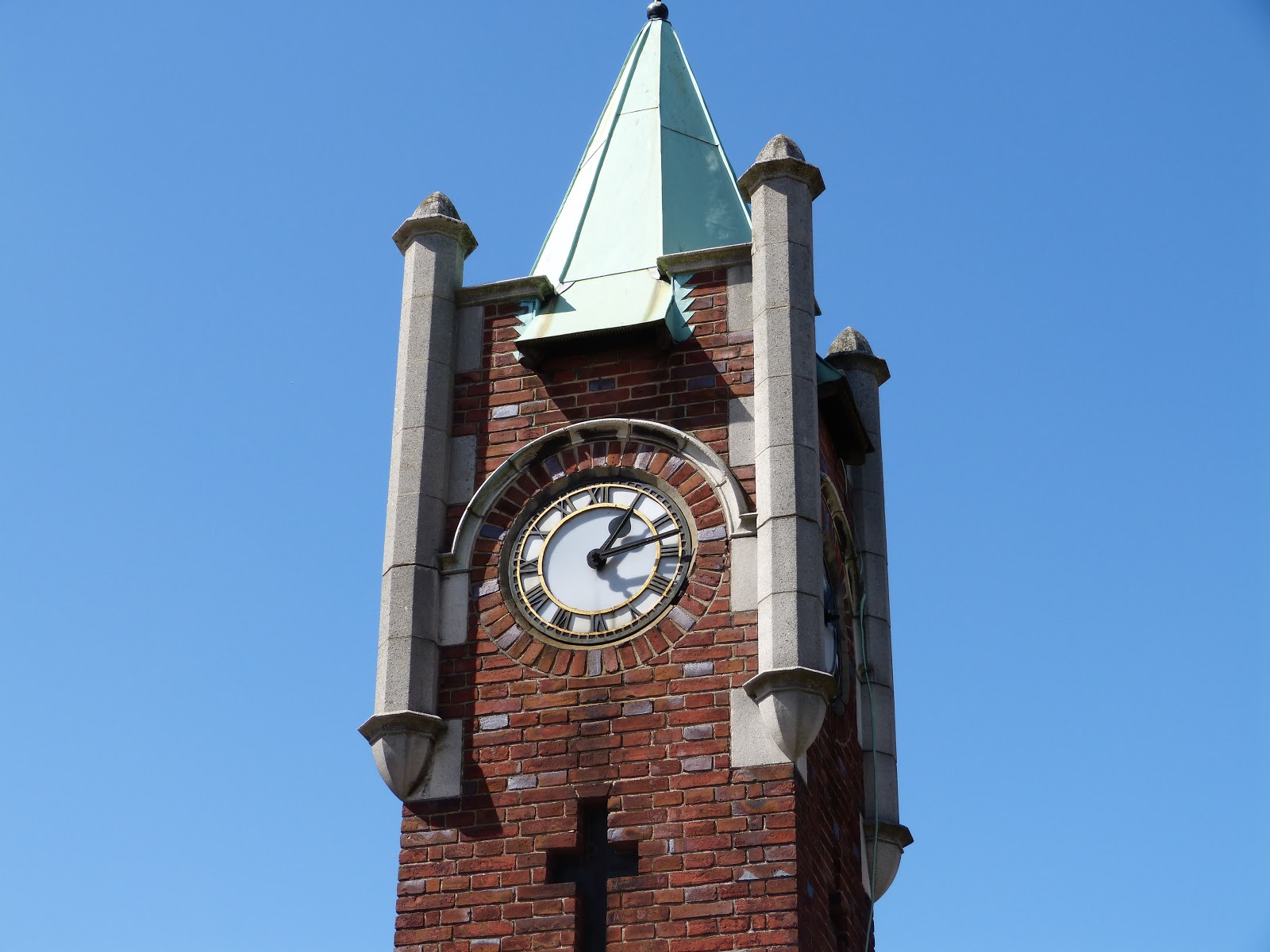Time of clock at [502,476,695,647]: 1:12
